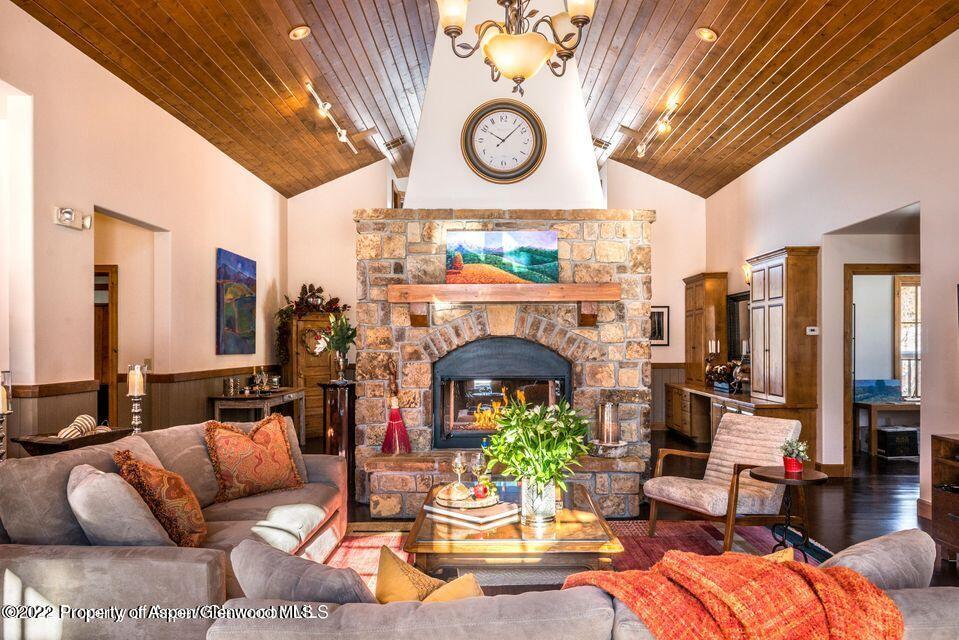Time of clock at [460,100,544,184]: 10:07
